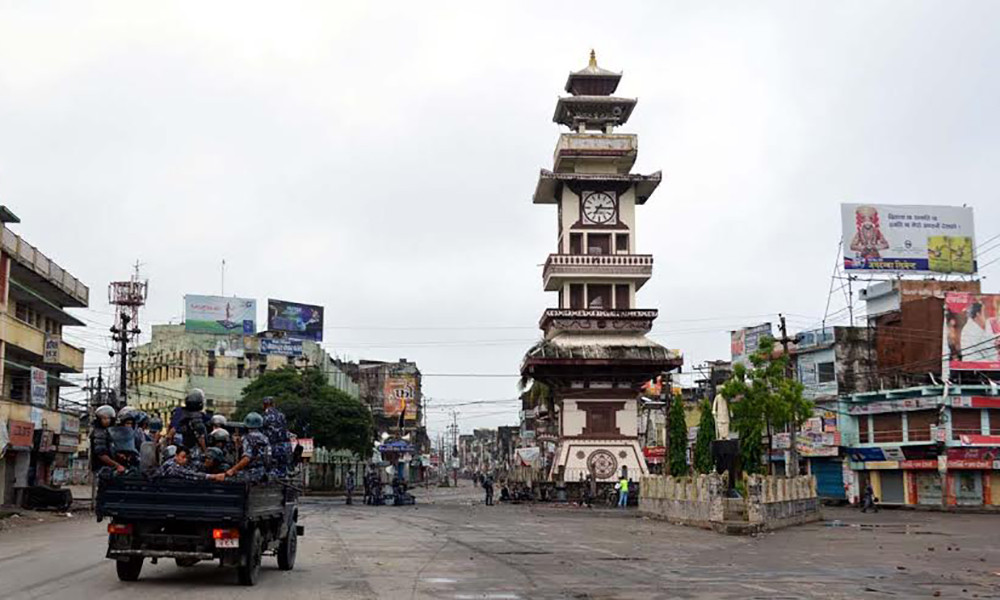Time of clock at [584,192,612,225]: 7:15
